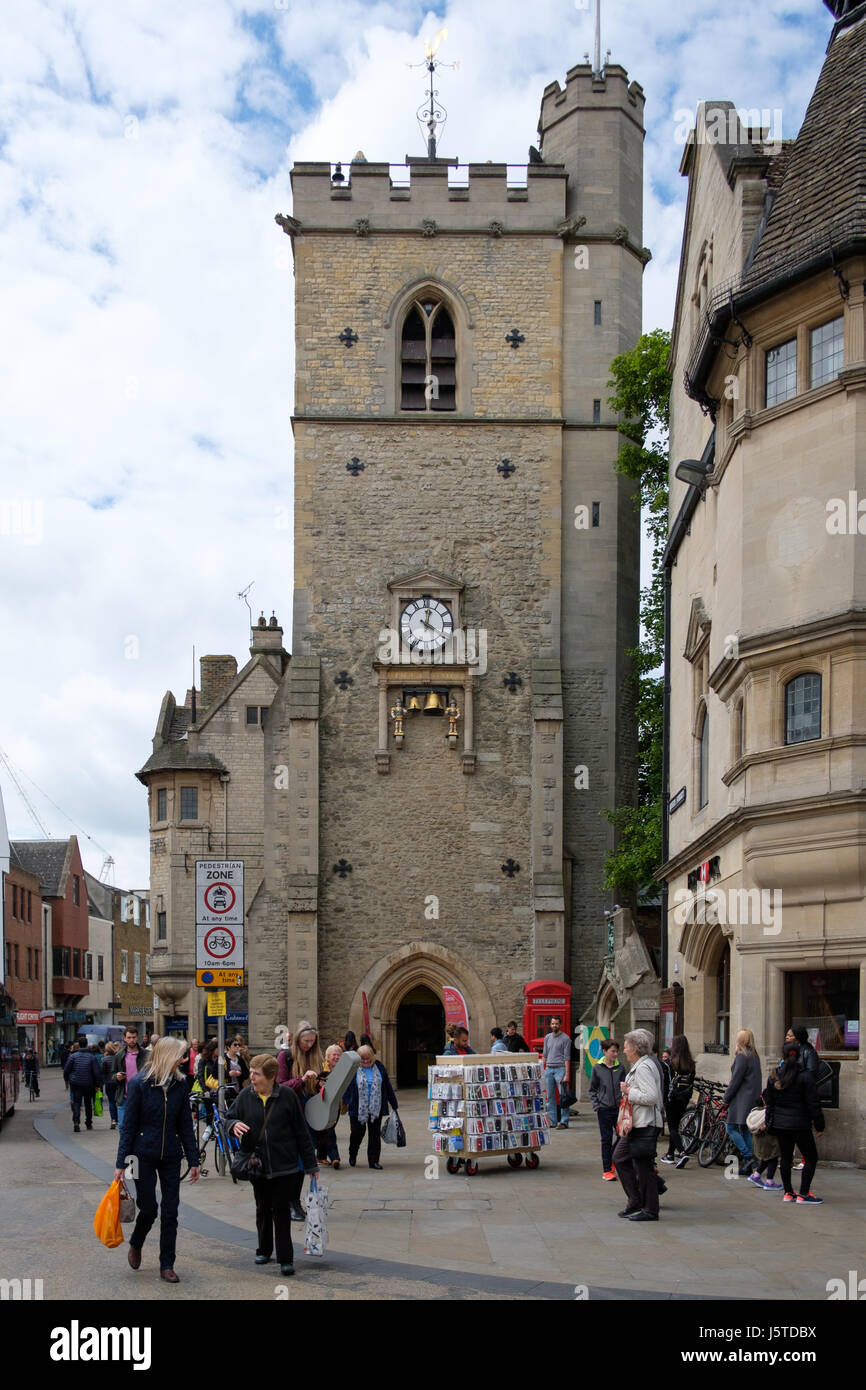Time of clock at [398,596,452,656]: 4:02
